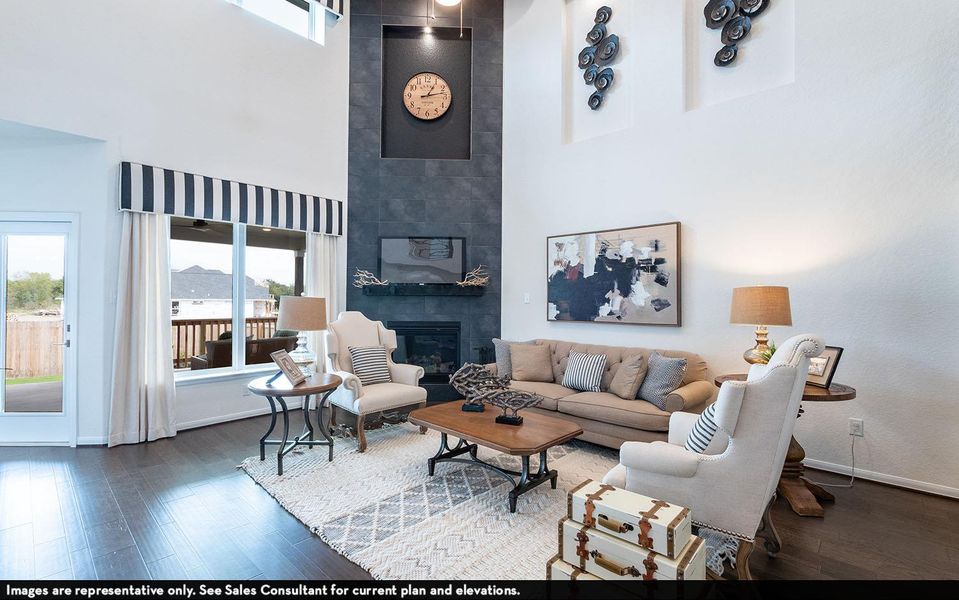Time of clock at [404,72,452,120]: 1:12
